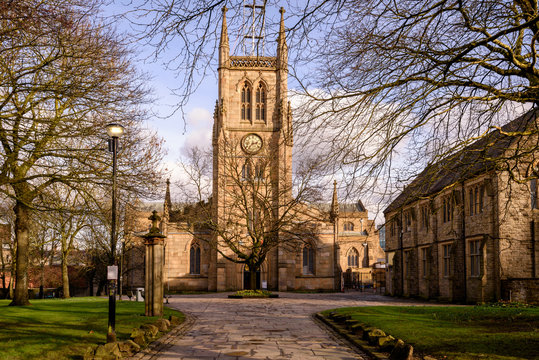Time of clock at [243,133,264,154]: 2:36
